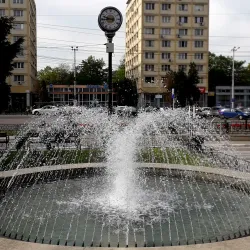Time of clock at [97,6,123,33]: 9:43
